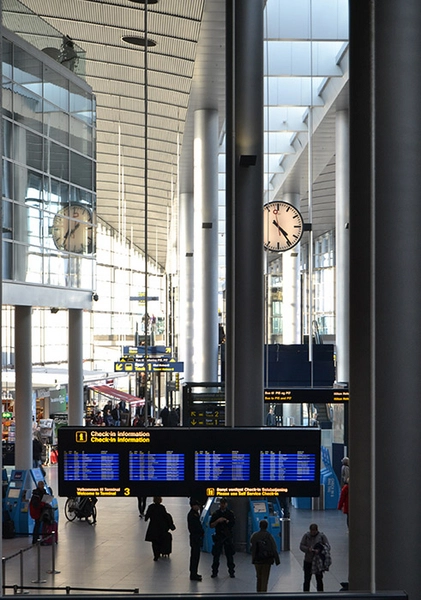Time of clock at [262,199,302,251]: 4:23
